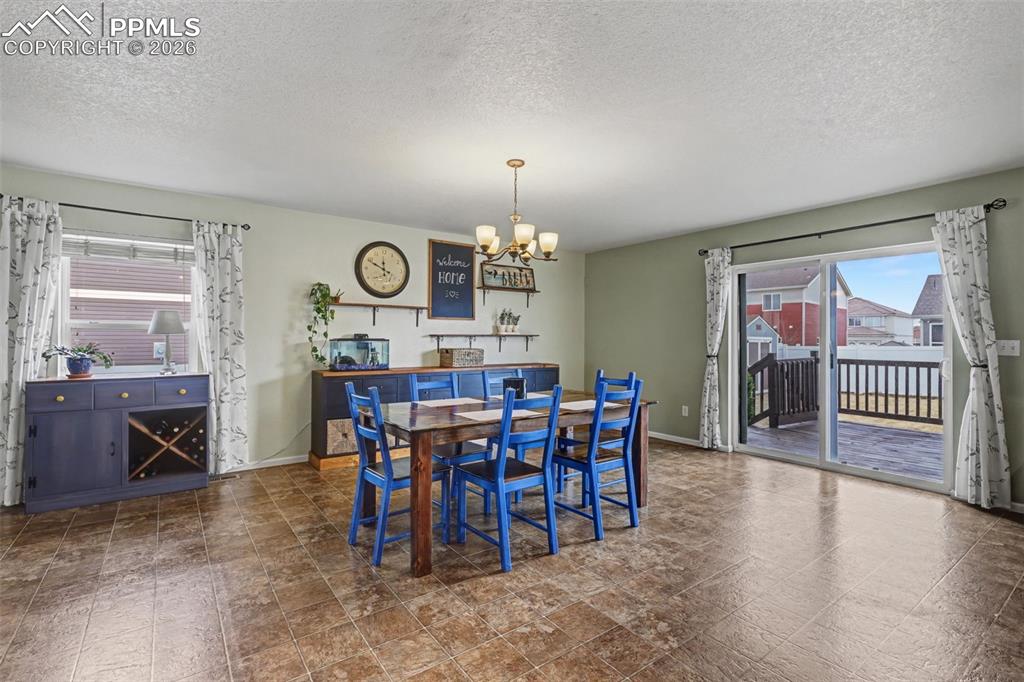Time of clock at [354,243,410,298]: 11:49
